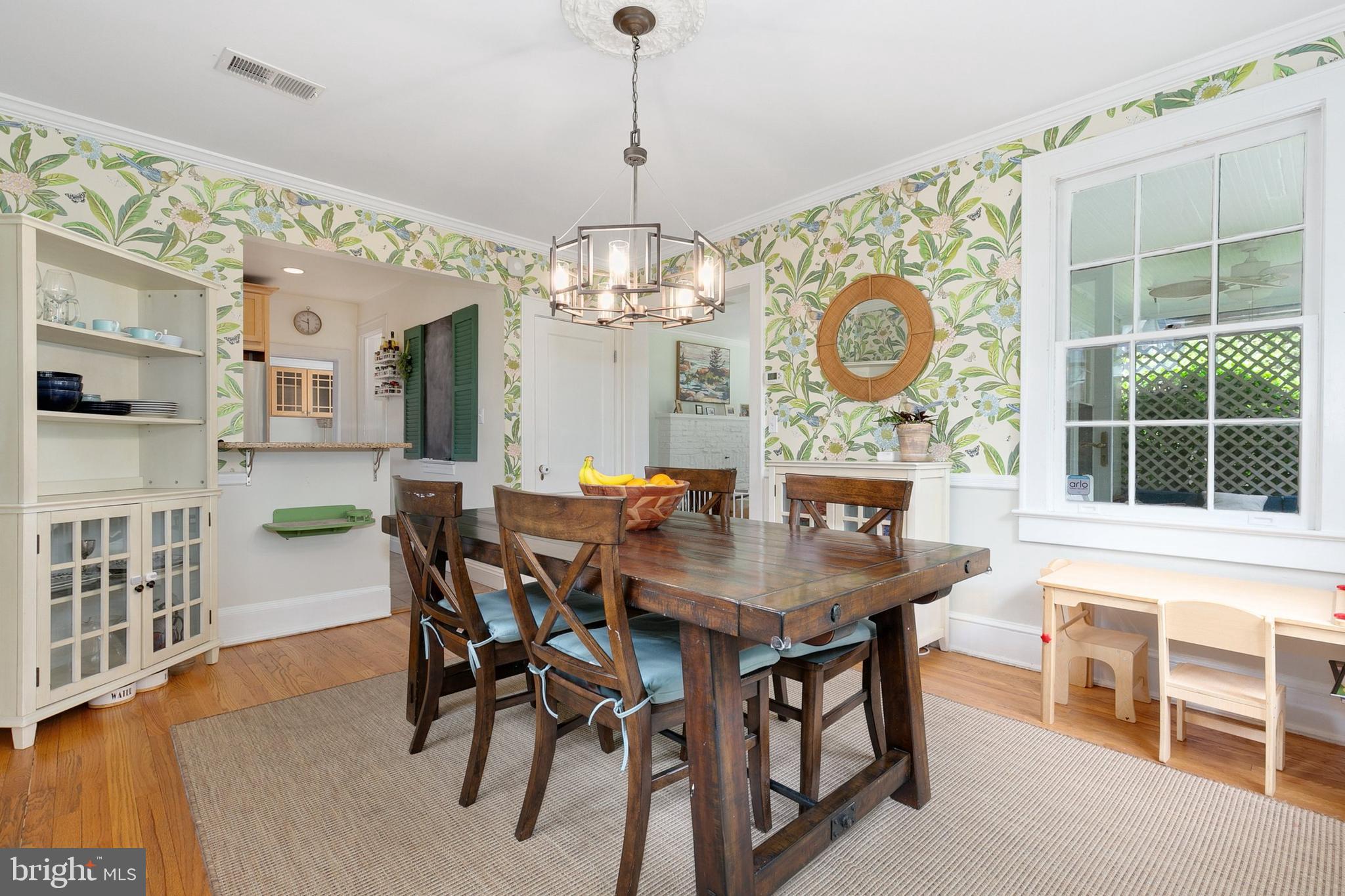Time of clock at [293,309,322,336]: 9:29
